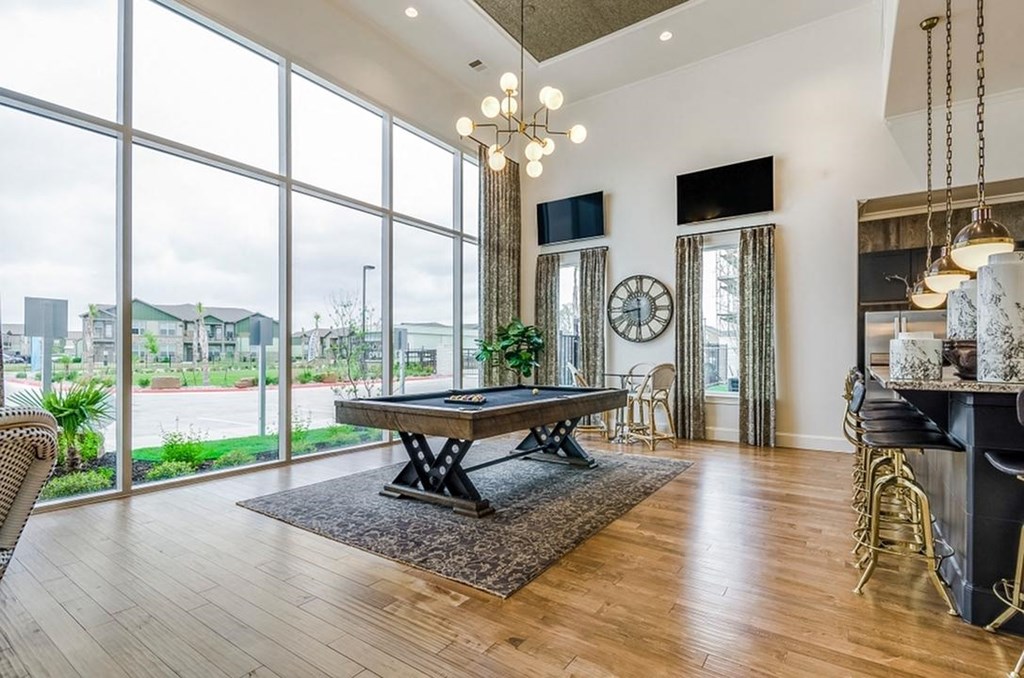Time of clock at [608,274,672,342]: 8:29
